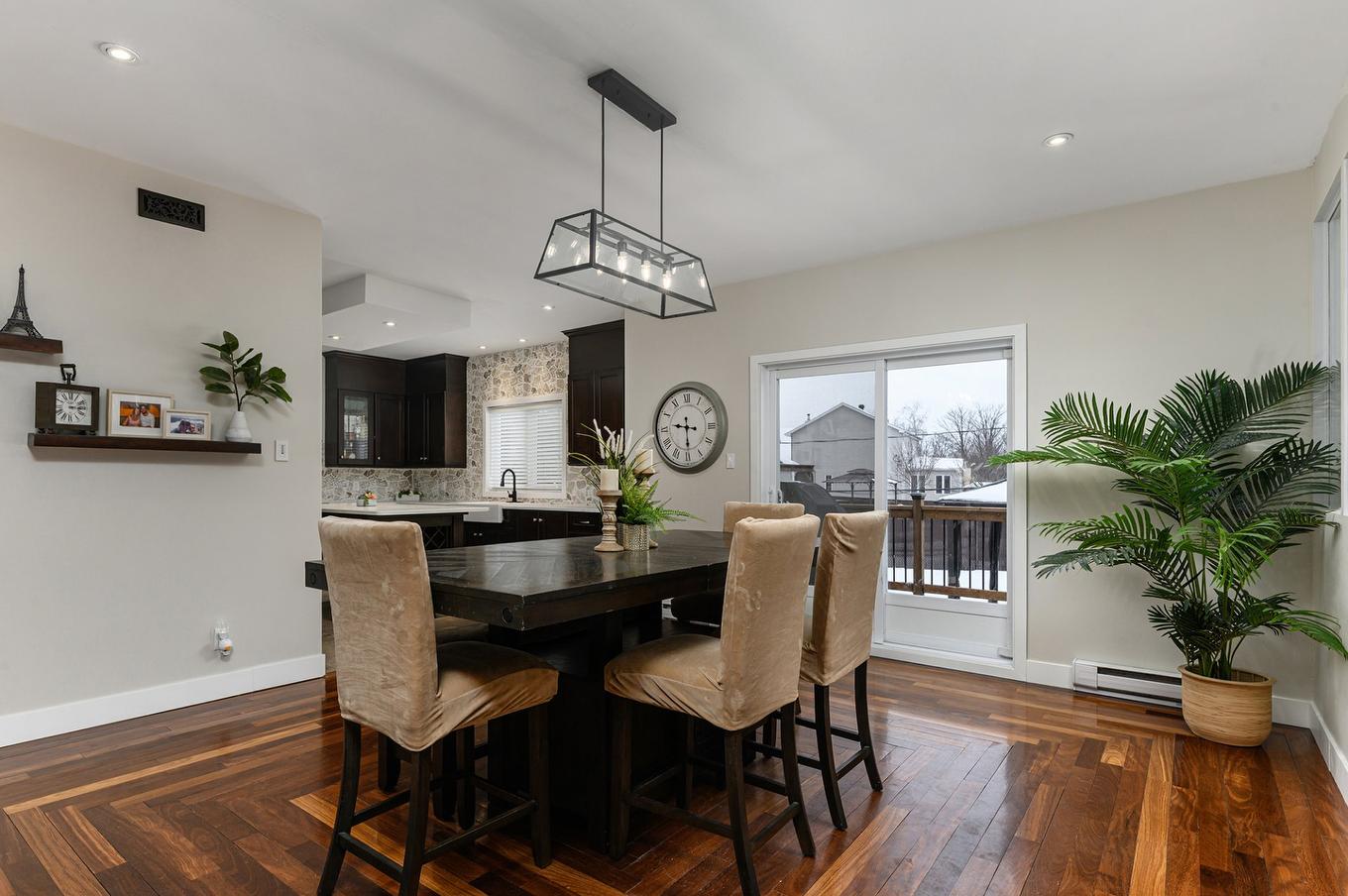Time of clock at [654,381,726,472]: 9:29
